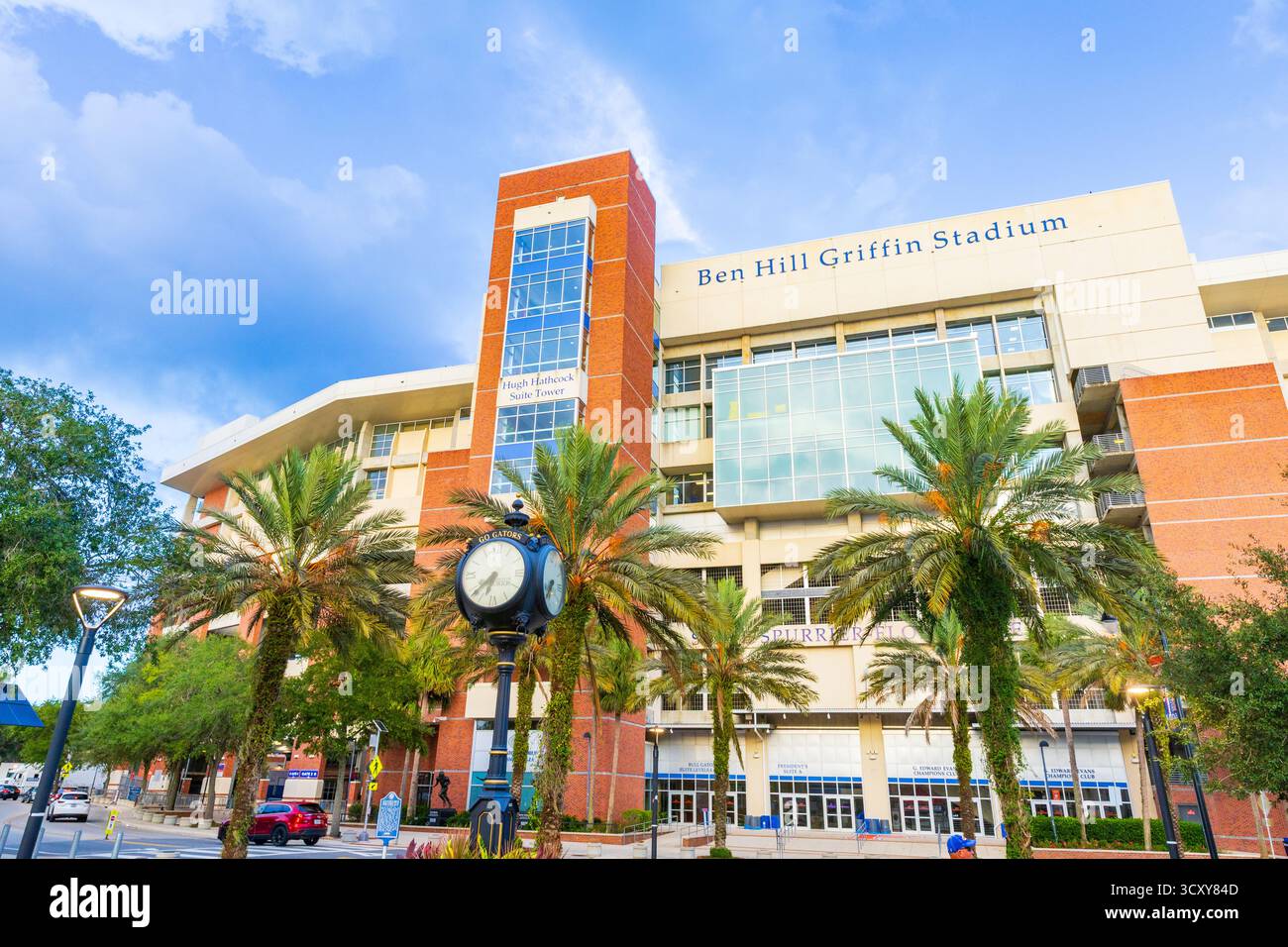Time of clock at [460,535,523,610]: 6:38
